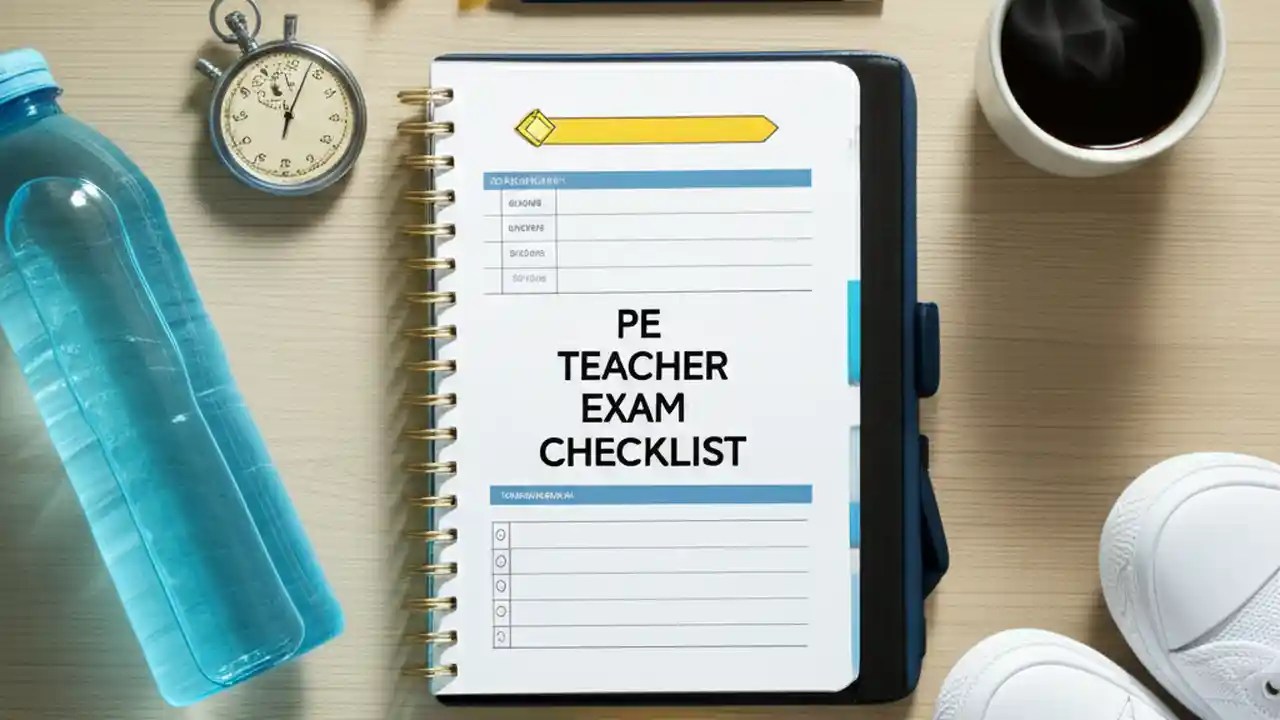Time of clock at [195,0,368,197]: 11:03
